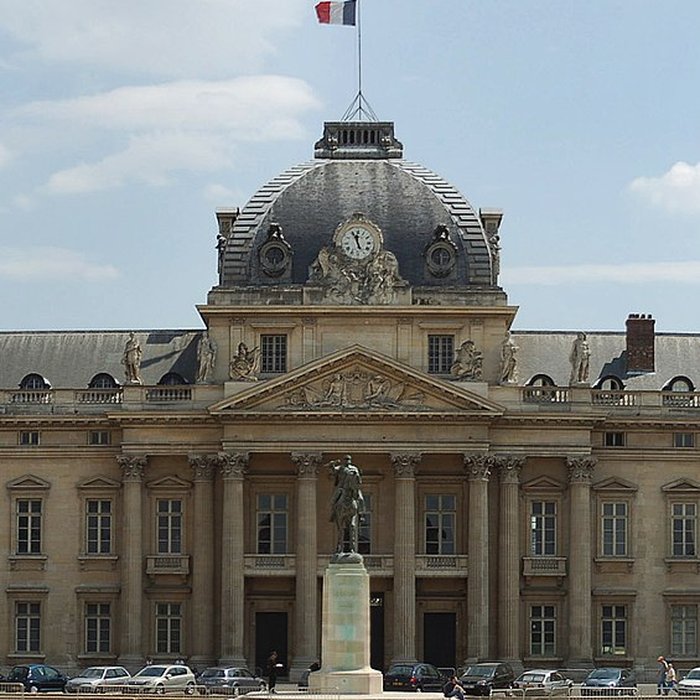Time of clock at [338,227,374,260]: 11:56
